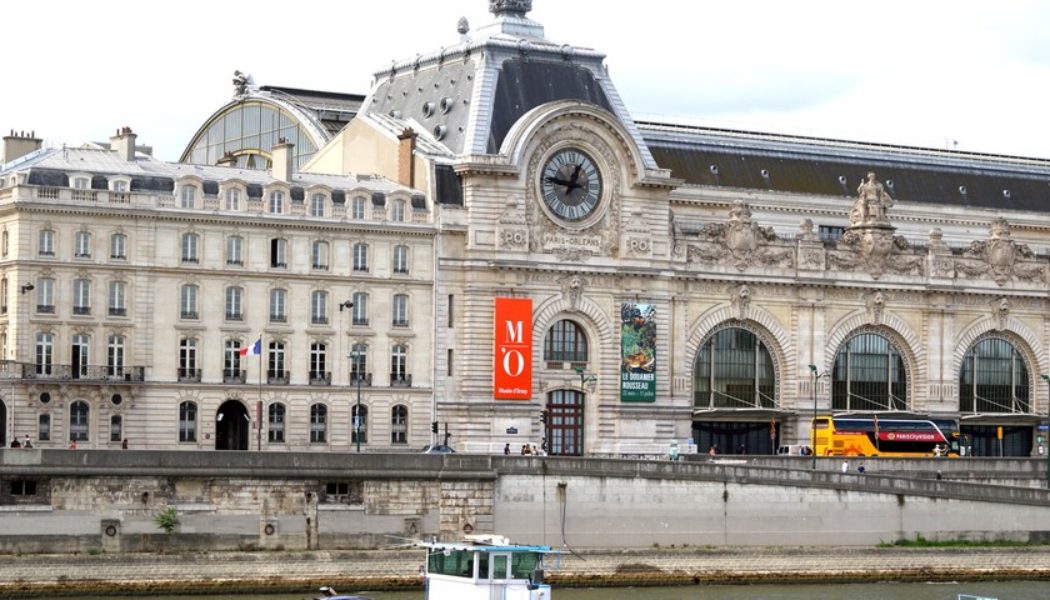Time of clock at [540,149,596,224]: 12:46
